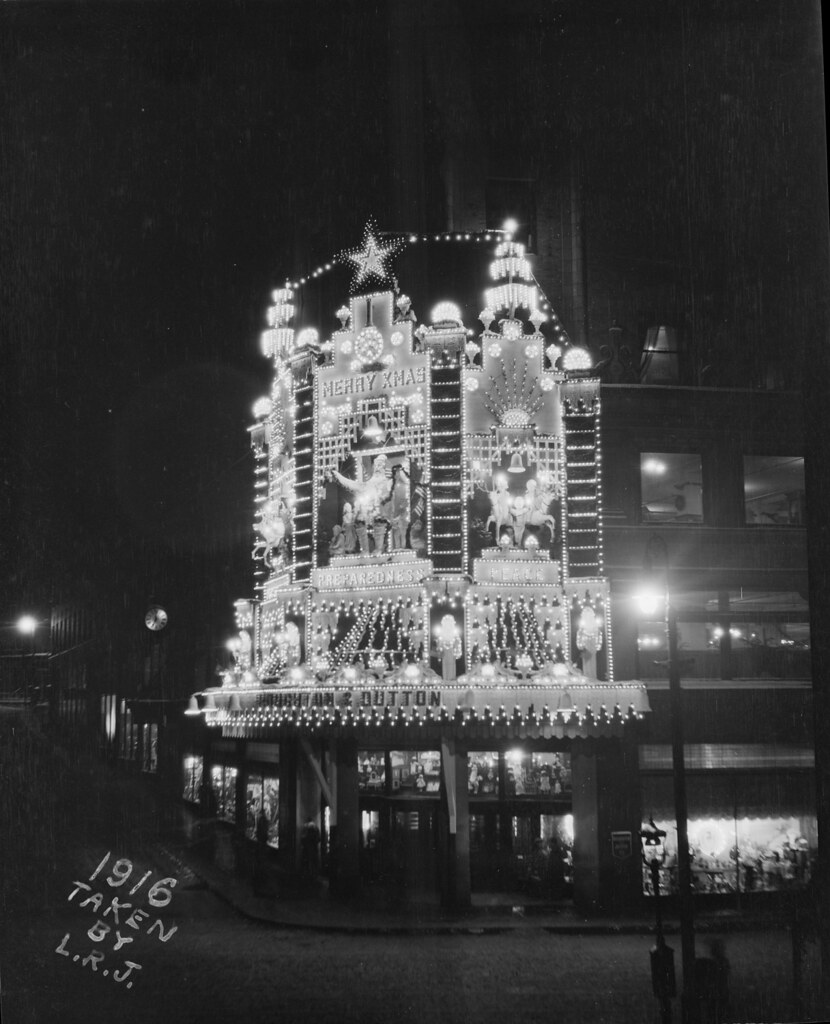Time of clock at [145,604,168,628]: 6:58
